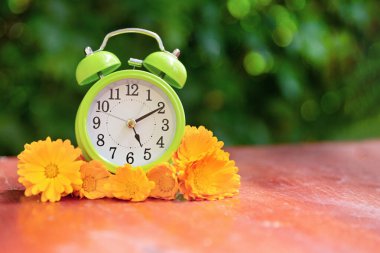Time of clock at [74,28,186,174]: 5:10
